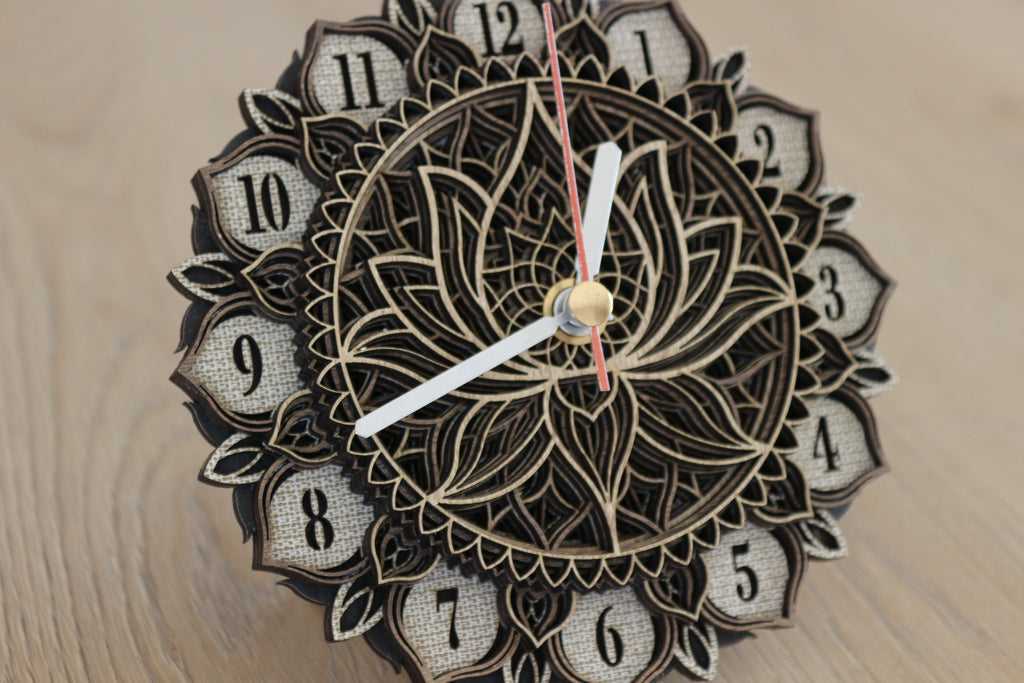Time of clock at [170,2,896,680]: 12:41
